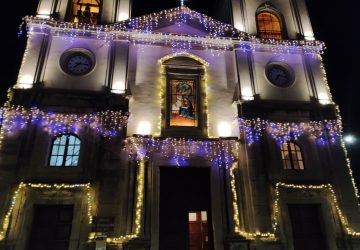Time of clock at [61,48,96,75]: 7:15
